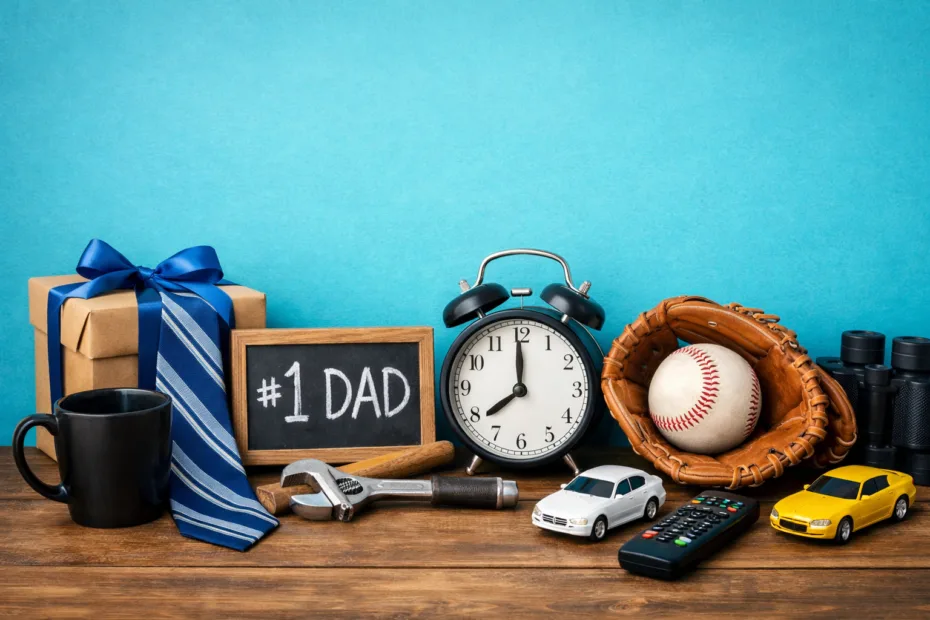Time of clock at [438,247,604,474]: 7:59
